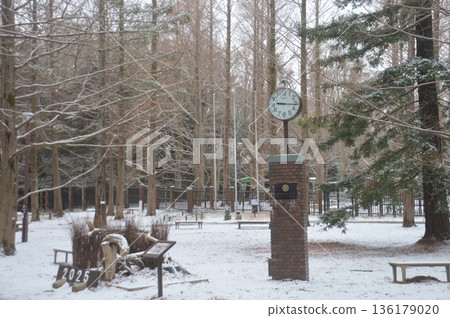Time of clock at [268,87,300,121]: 9:16
